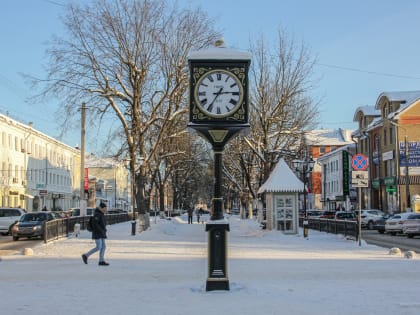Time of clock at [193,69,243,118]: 2:35
